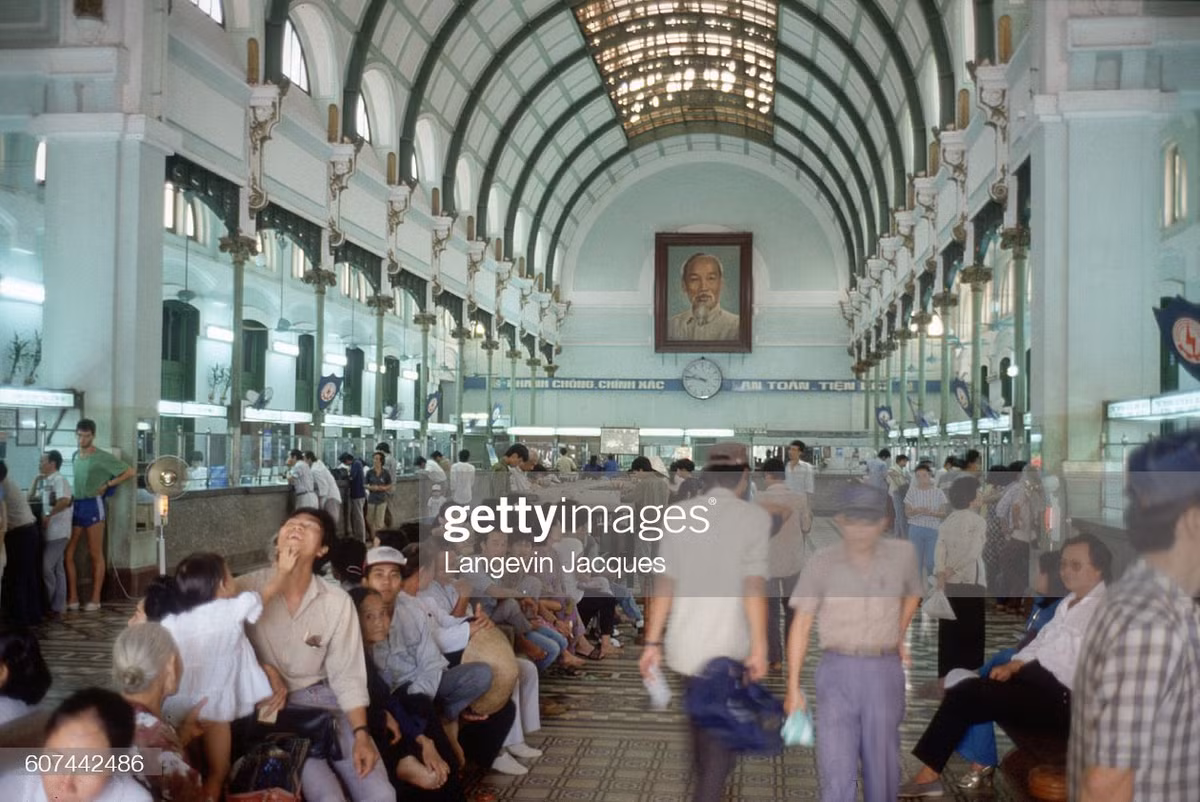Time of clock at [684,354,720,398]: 9:47
